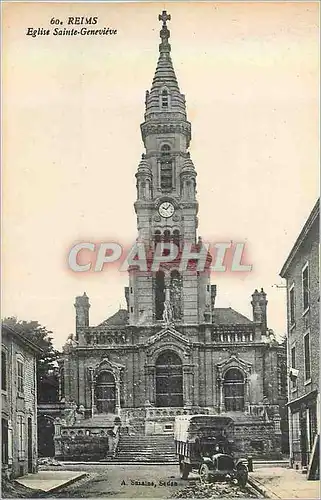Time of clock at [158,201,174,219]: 10:07
